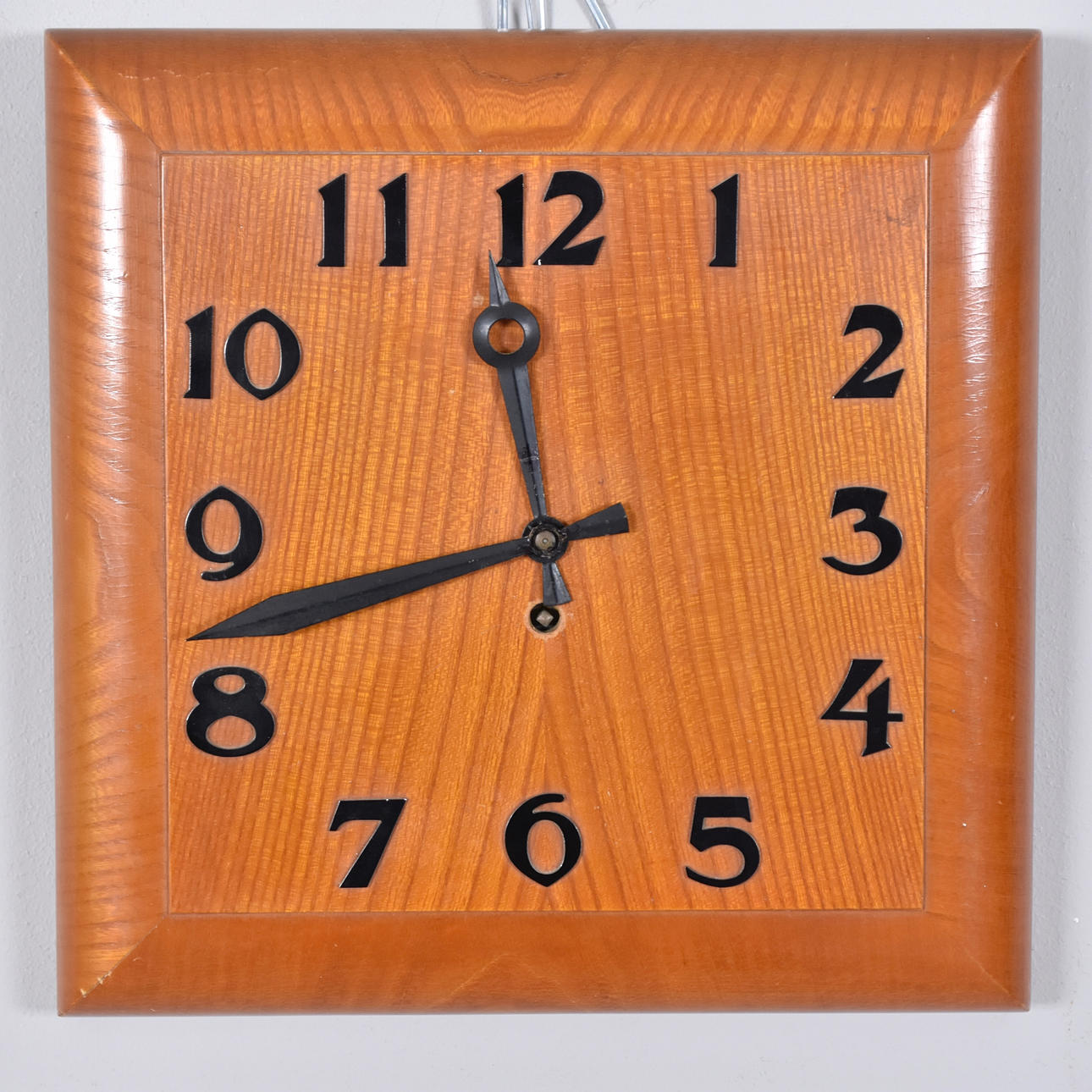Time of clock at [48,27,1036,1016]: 11:42
